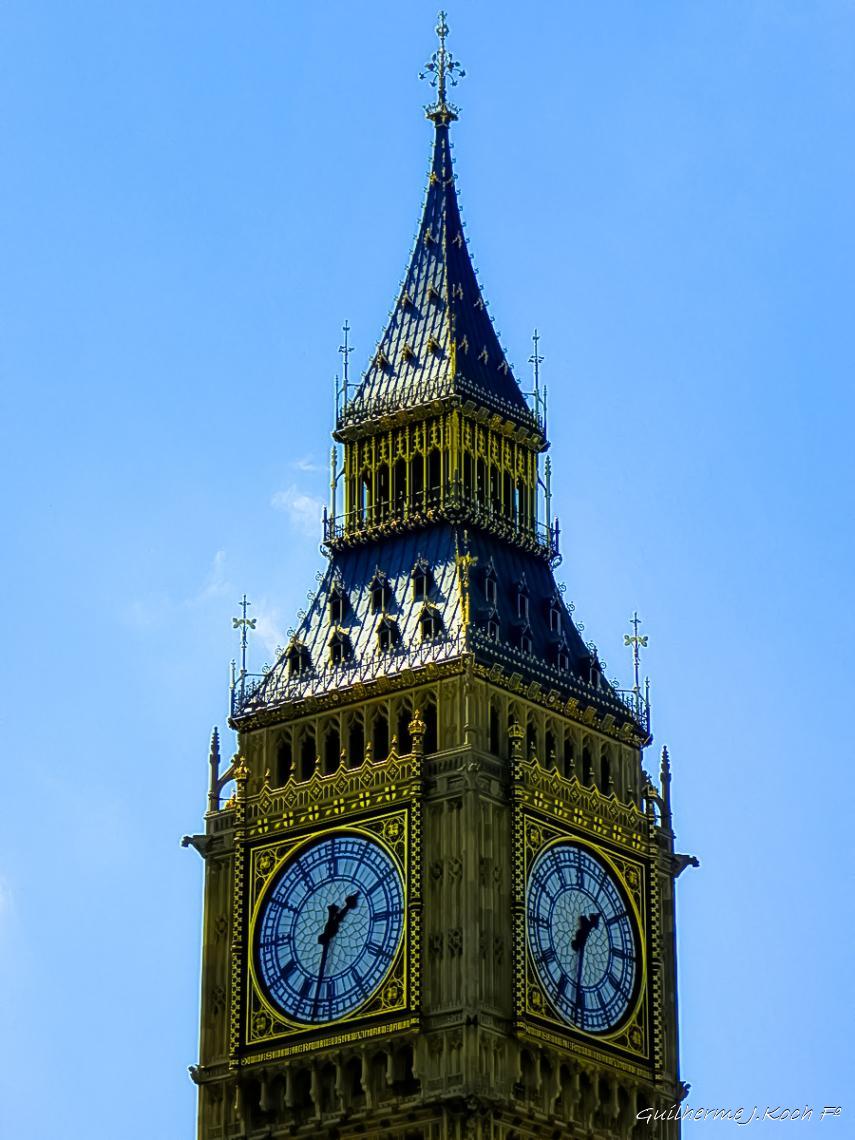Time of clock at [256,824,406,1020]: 1:32
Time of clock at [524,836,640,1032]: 1:32
